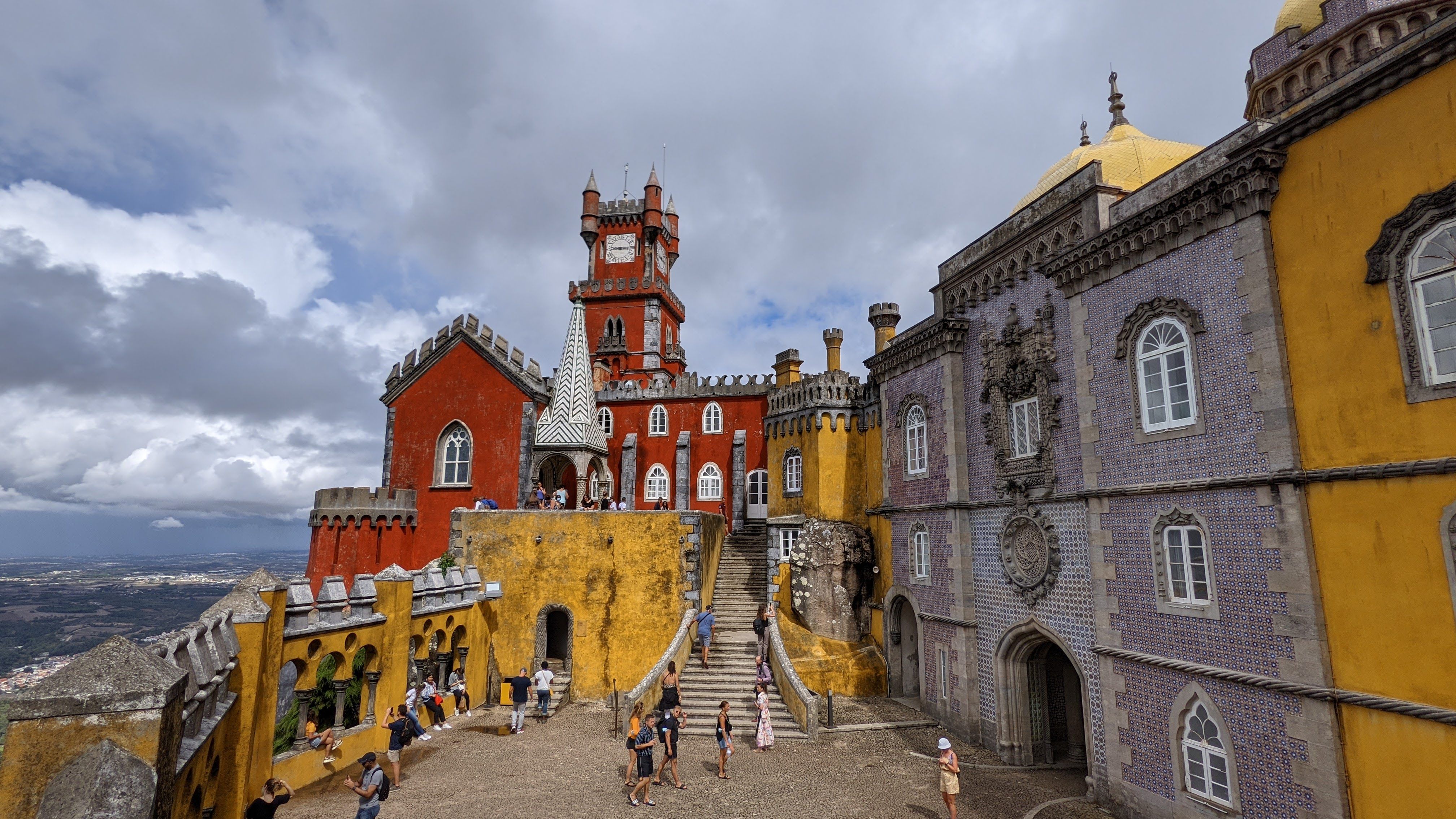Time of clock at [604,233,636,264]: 9:15
